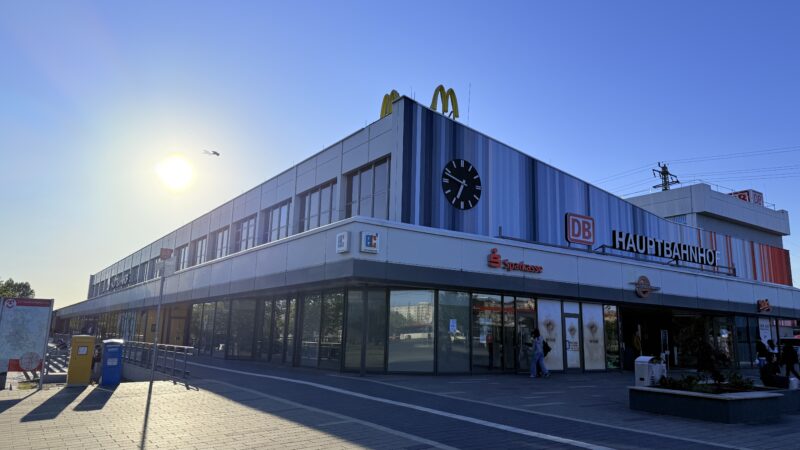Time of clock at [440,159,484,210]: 6:48
